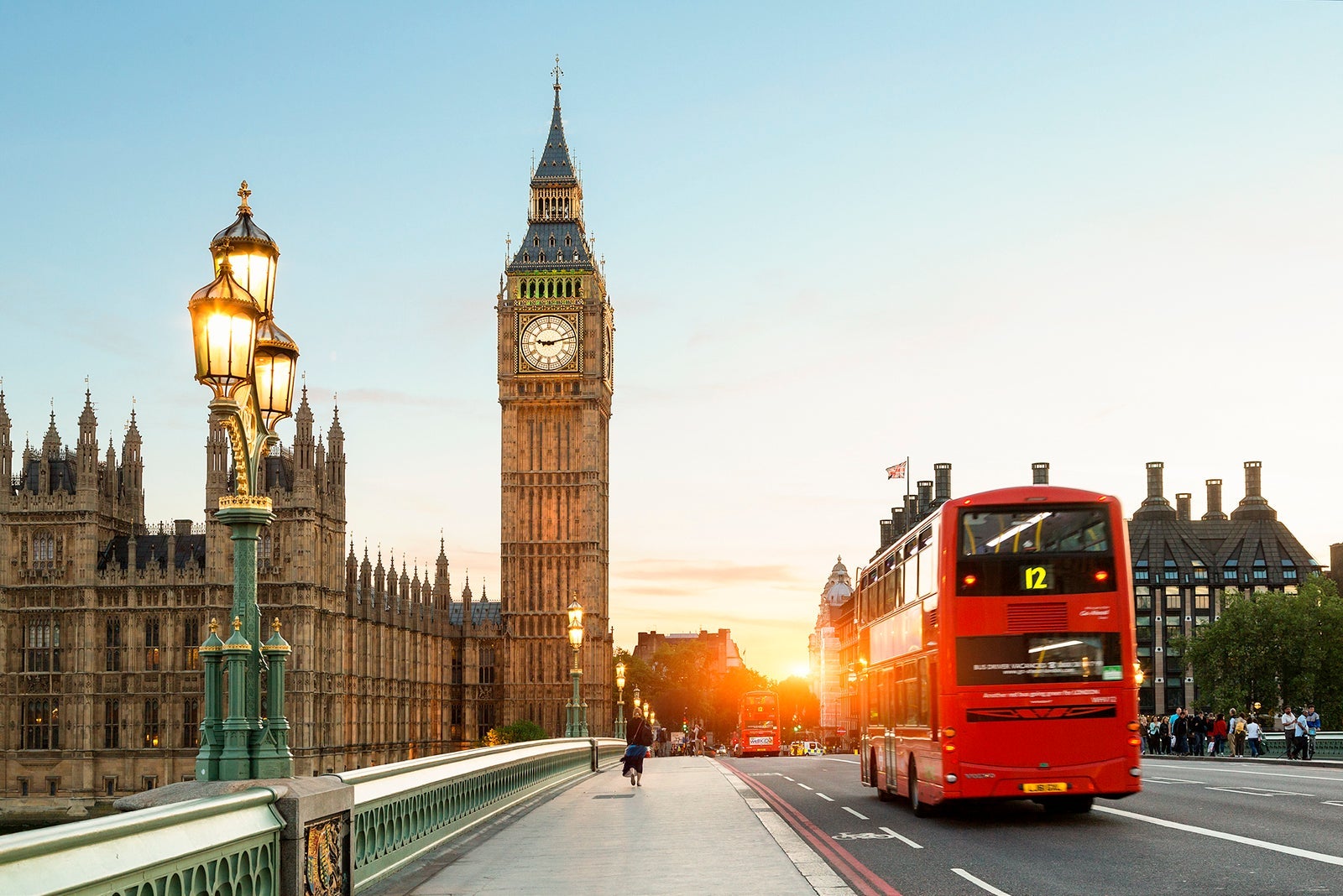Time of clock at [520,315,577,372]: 9:12
